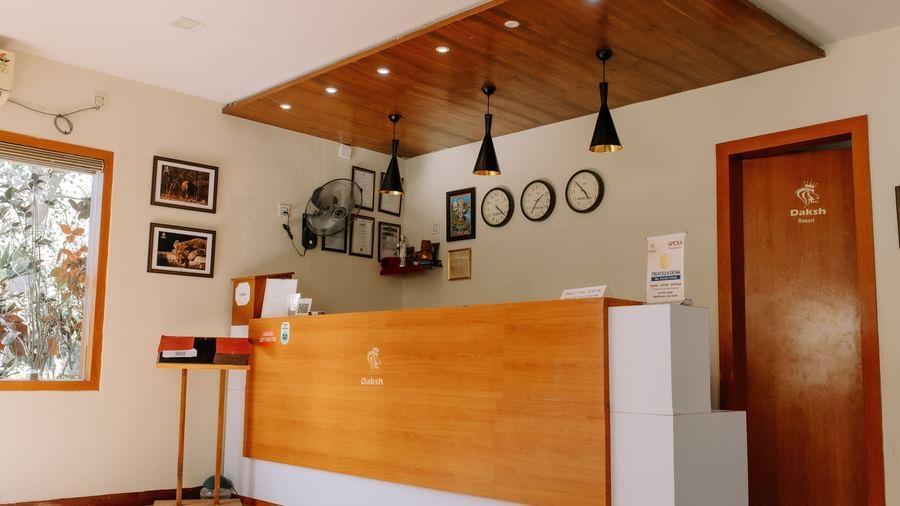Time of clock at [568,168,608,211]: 4:52
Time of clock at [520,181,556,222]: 1:35
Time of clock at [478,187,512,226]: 4:21
